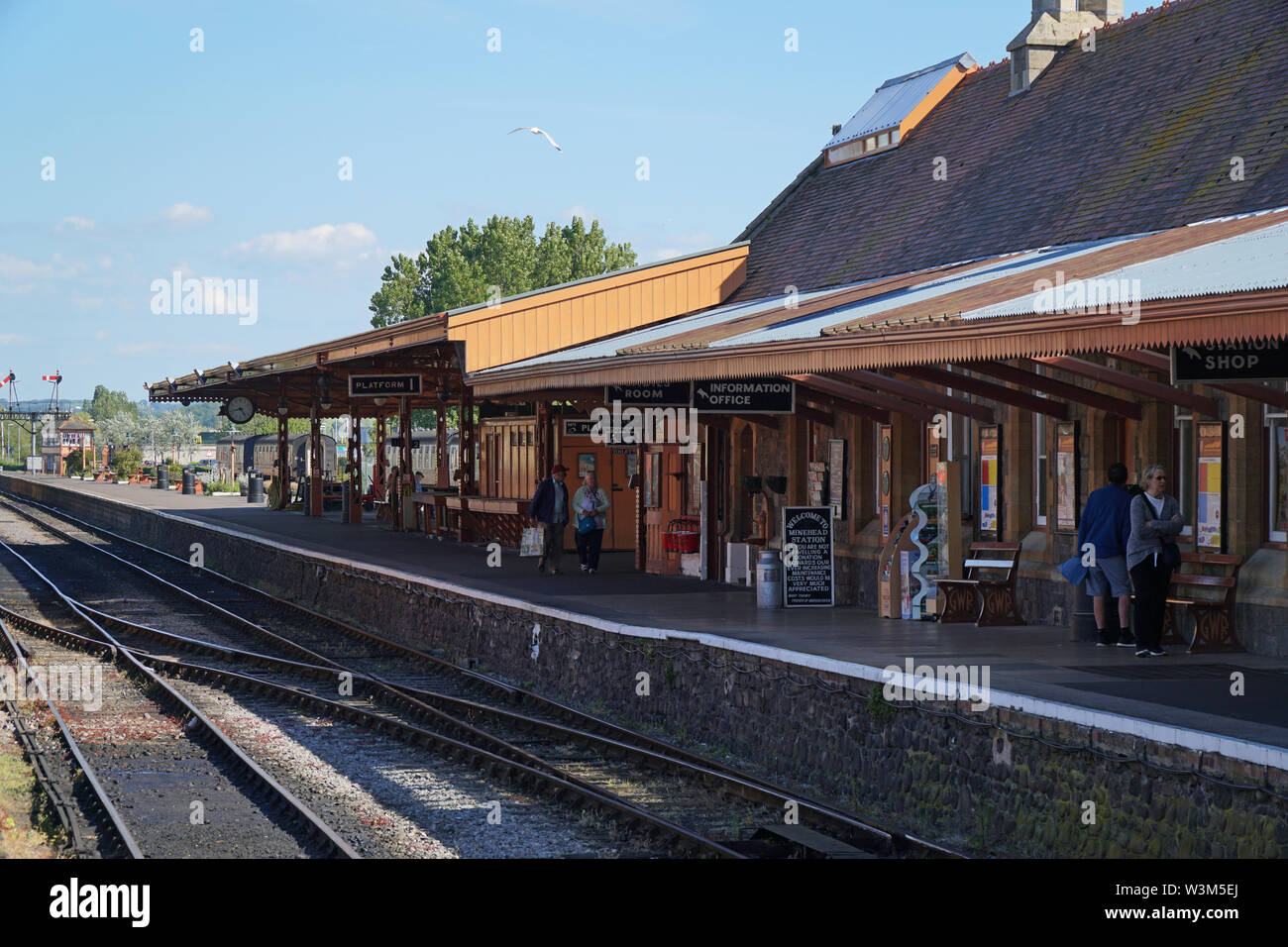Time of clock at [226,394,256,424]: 8:23
